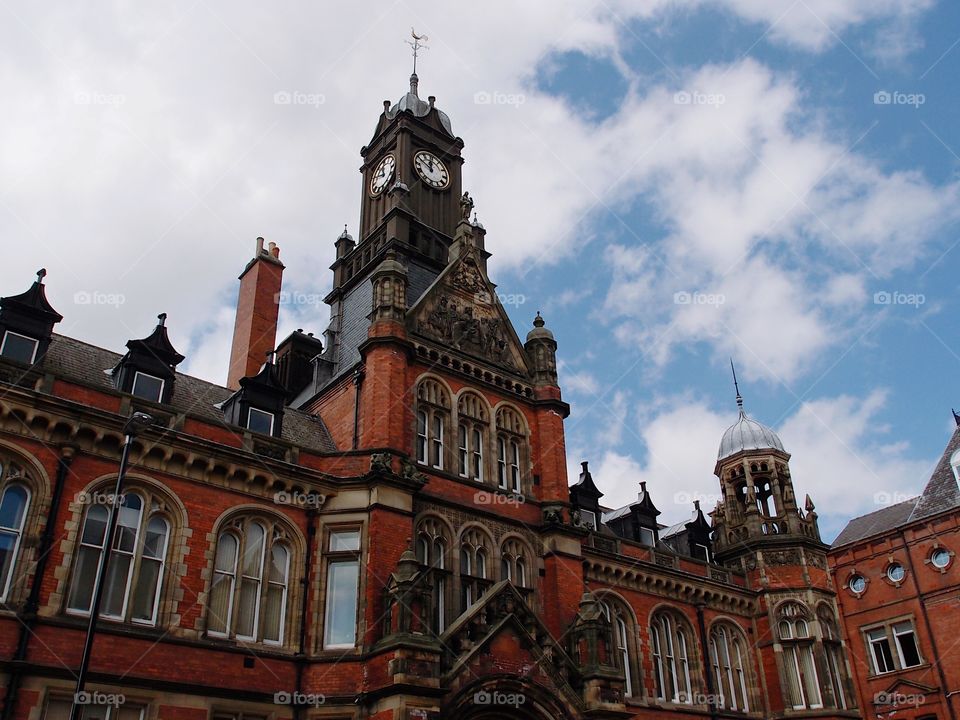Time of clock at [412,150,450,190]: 11:49
